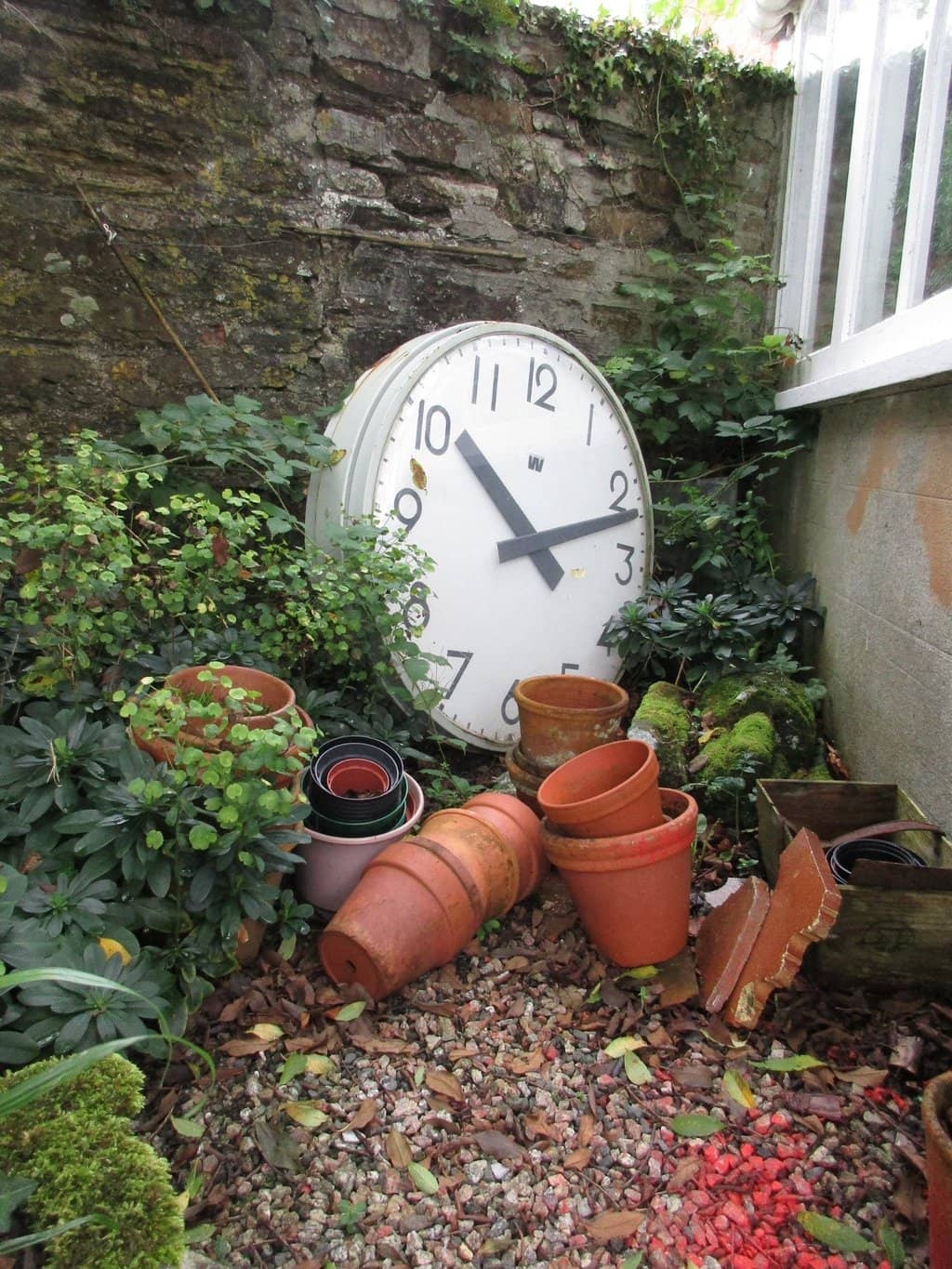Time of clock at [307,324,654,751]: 10:11
